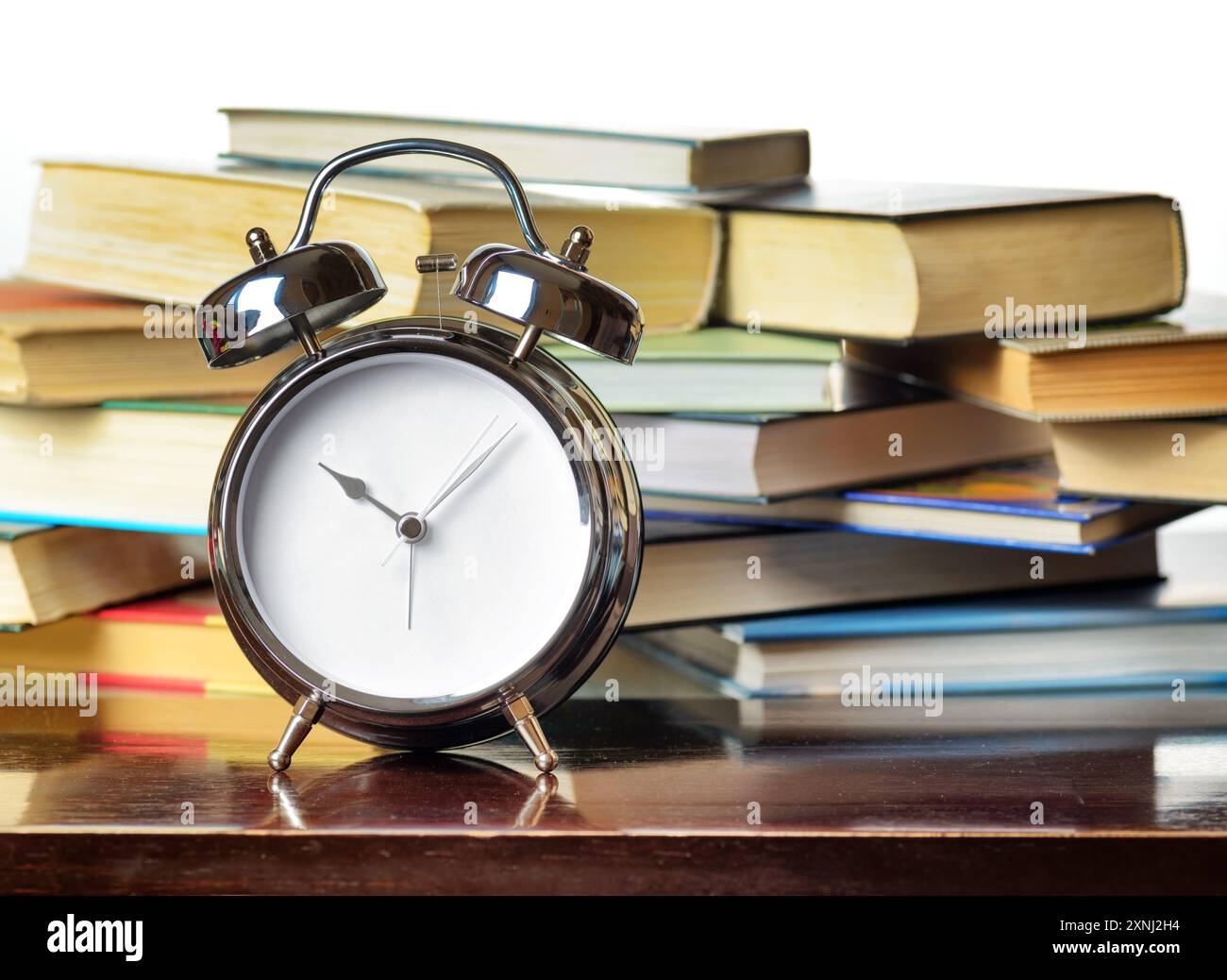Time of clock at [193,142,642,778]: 10:07
